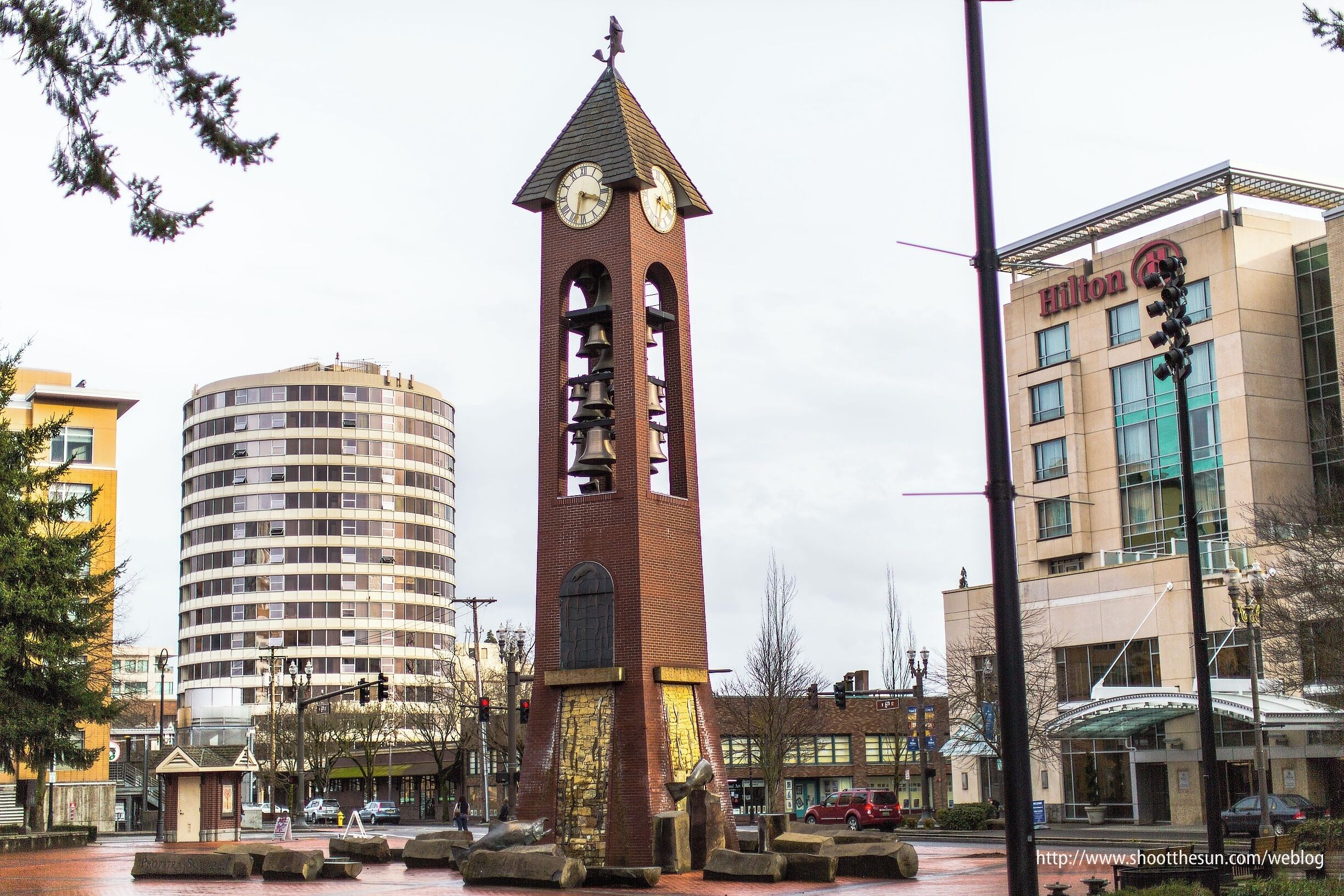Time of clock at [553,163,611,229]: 3:32
